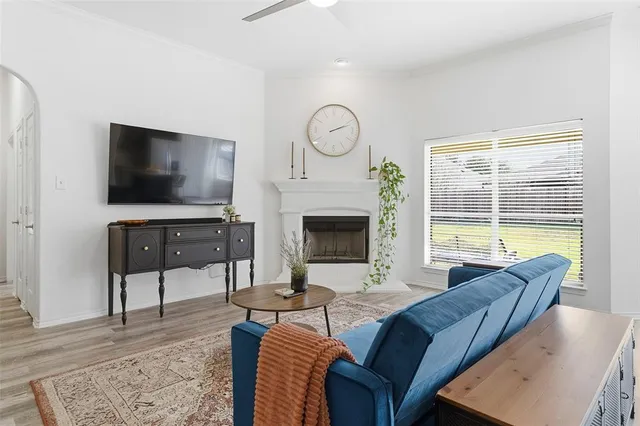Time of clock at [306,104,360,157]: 2:11
